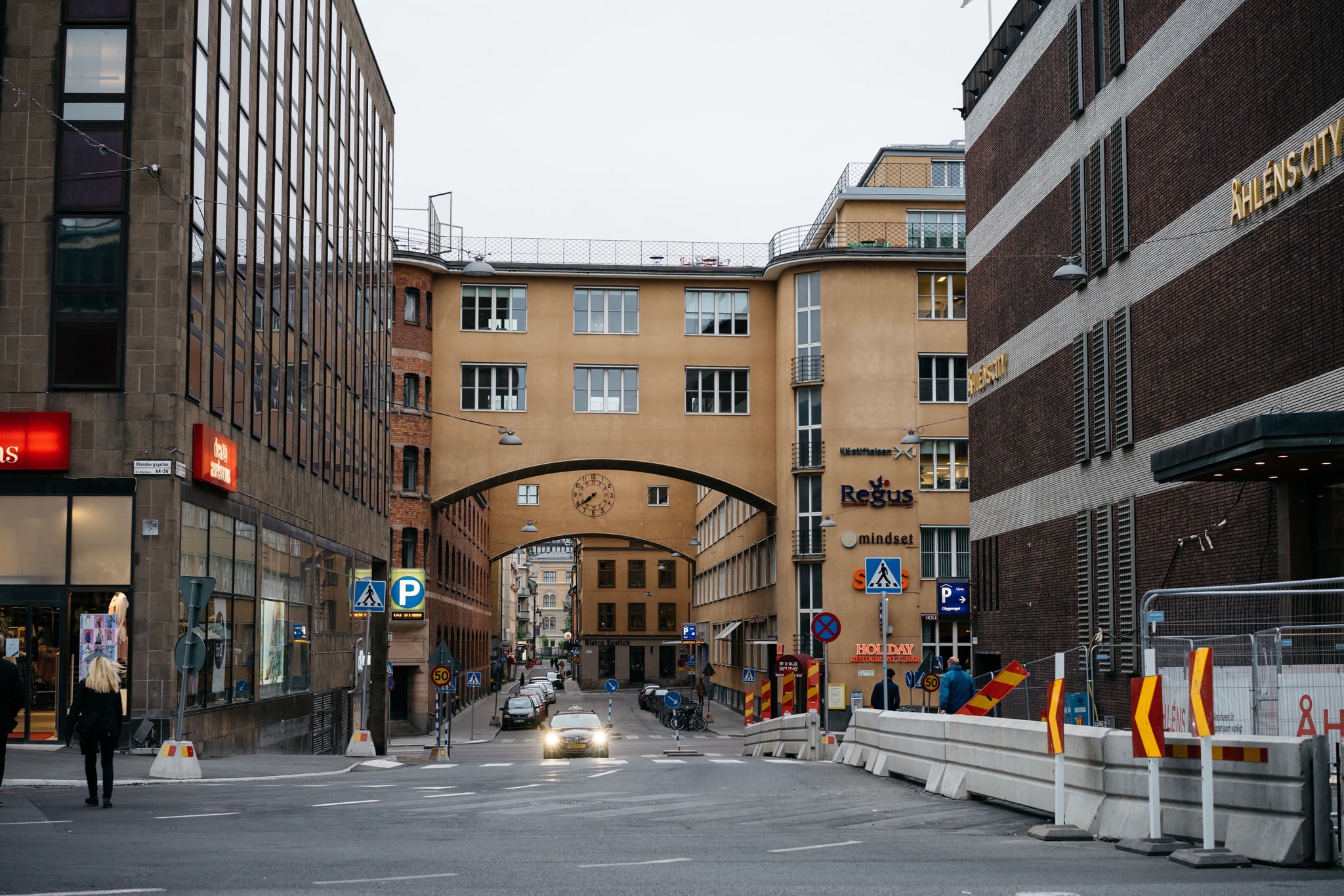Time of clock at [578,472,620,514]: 7:39
